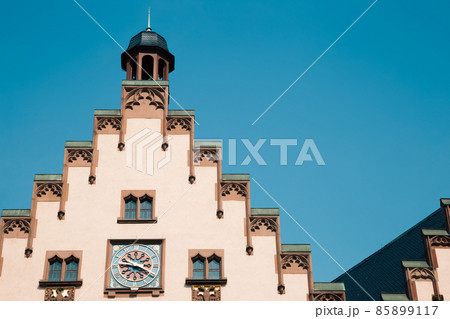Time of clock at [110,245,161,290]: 3:45
